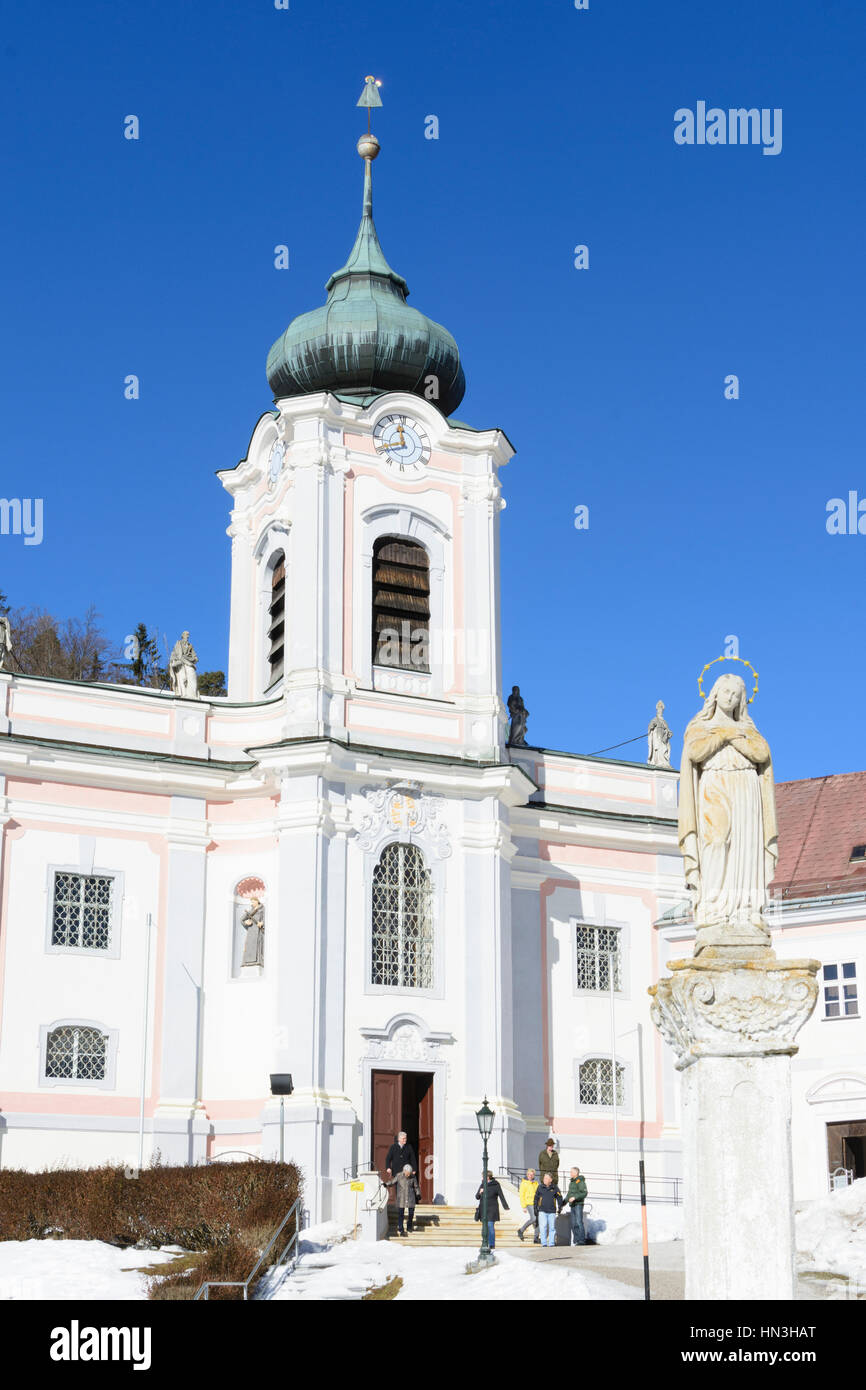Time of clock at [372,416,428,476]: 11:41
